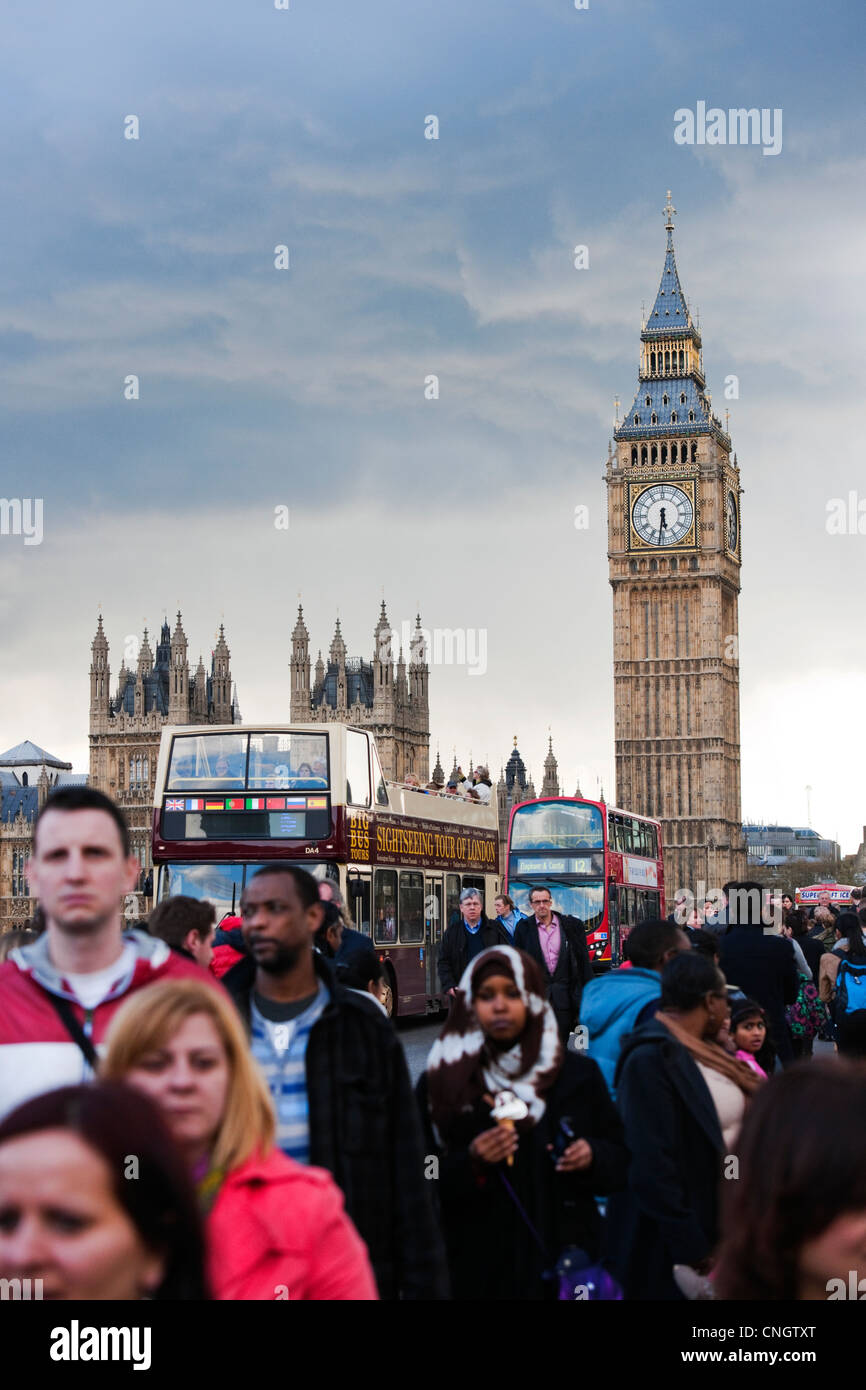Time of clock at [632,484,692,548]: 5:31
